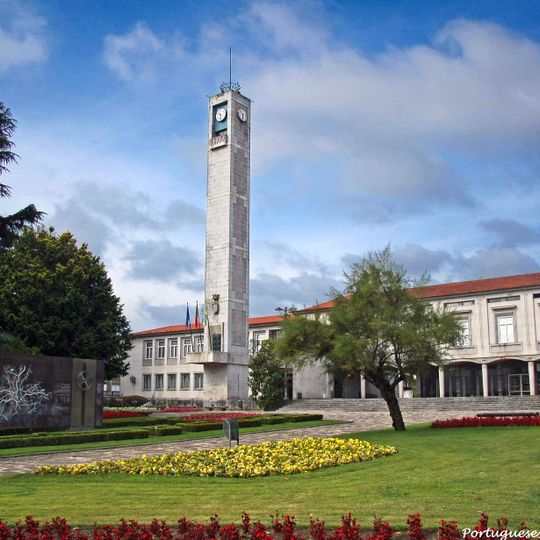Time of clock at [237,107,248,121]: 10:32
